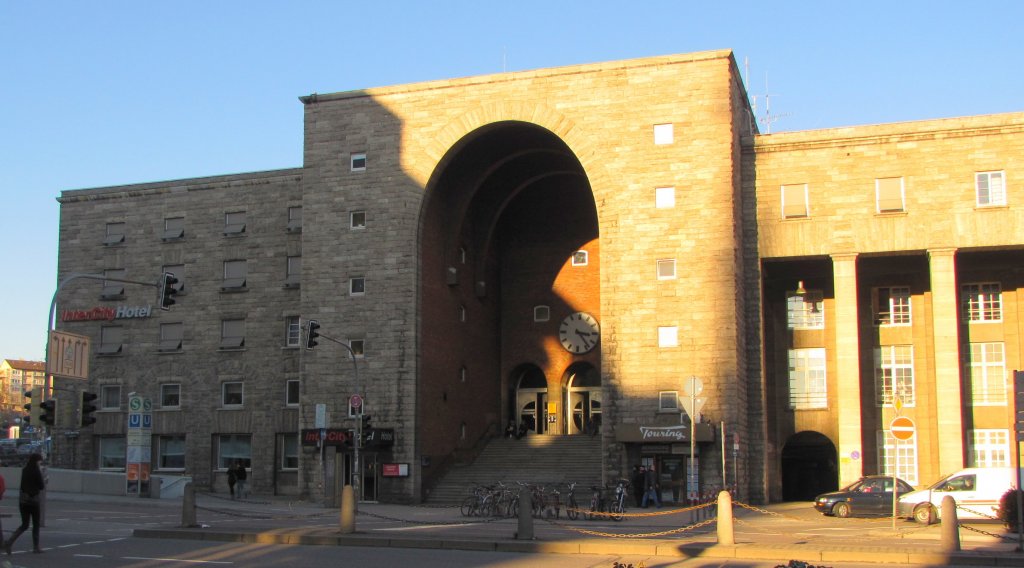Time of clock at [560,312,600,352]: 3:23
